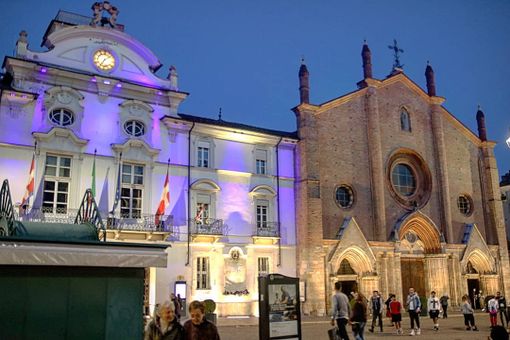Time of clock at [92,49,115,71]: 7:08
